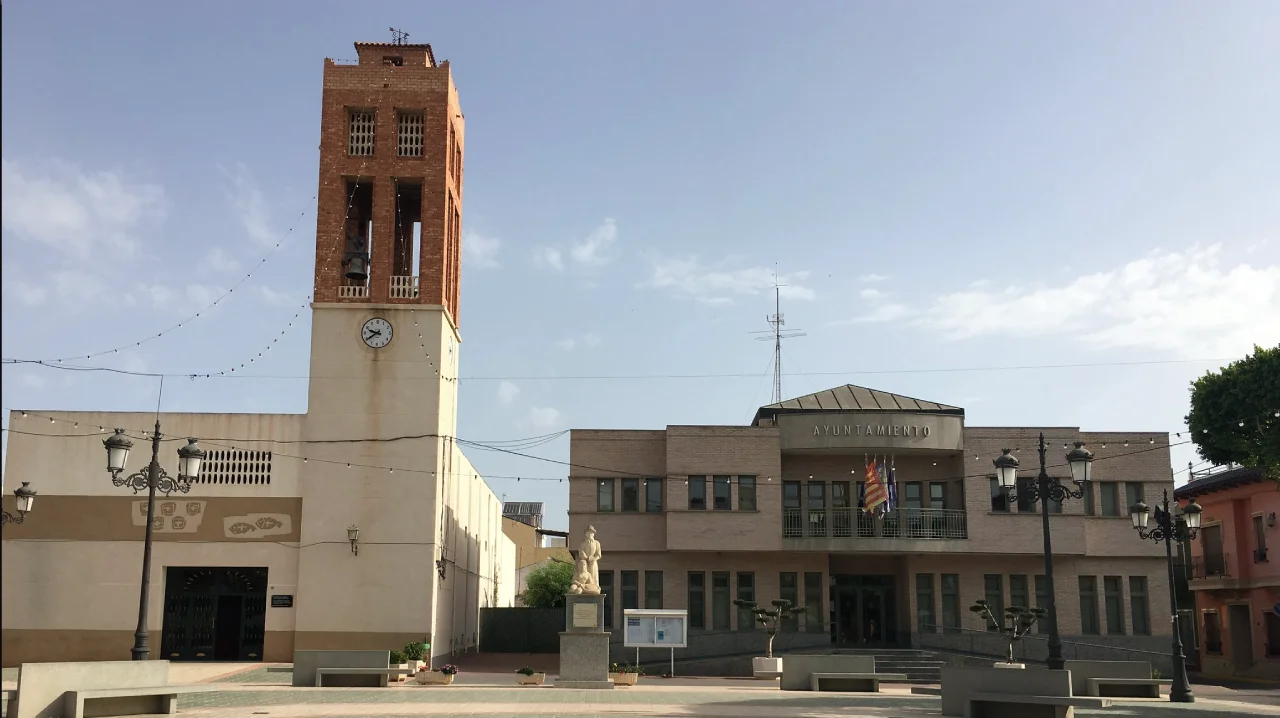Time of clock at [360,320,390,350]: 9:39
